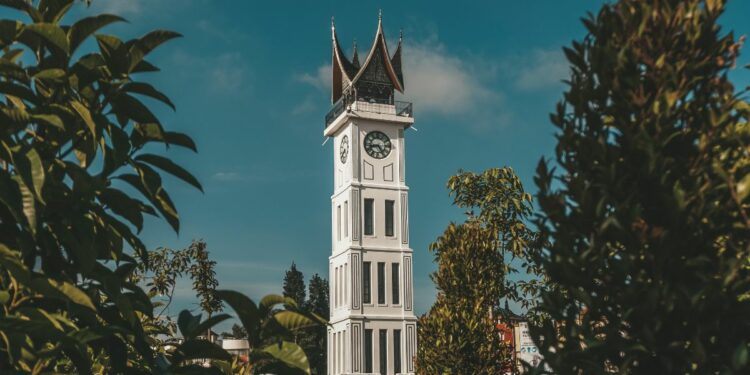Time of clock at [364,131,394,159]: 8:24
